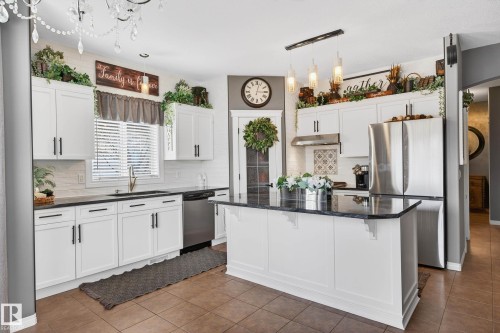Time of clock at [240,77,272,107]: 3:02
